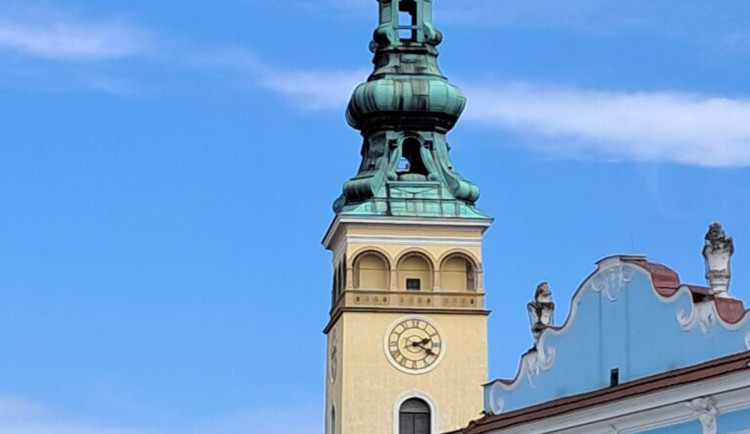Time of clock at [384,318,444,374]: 2:19
